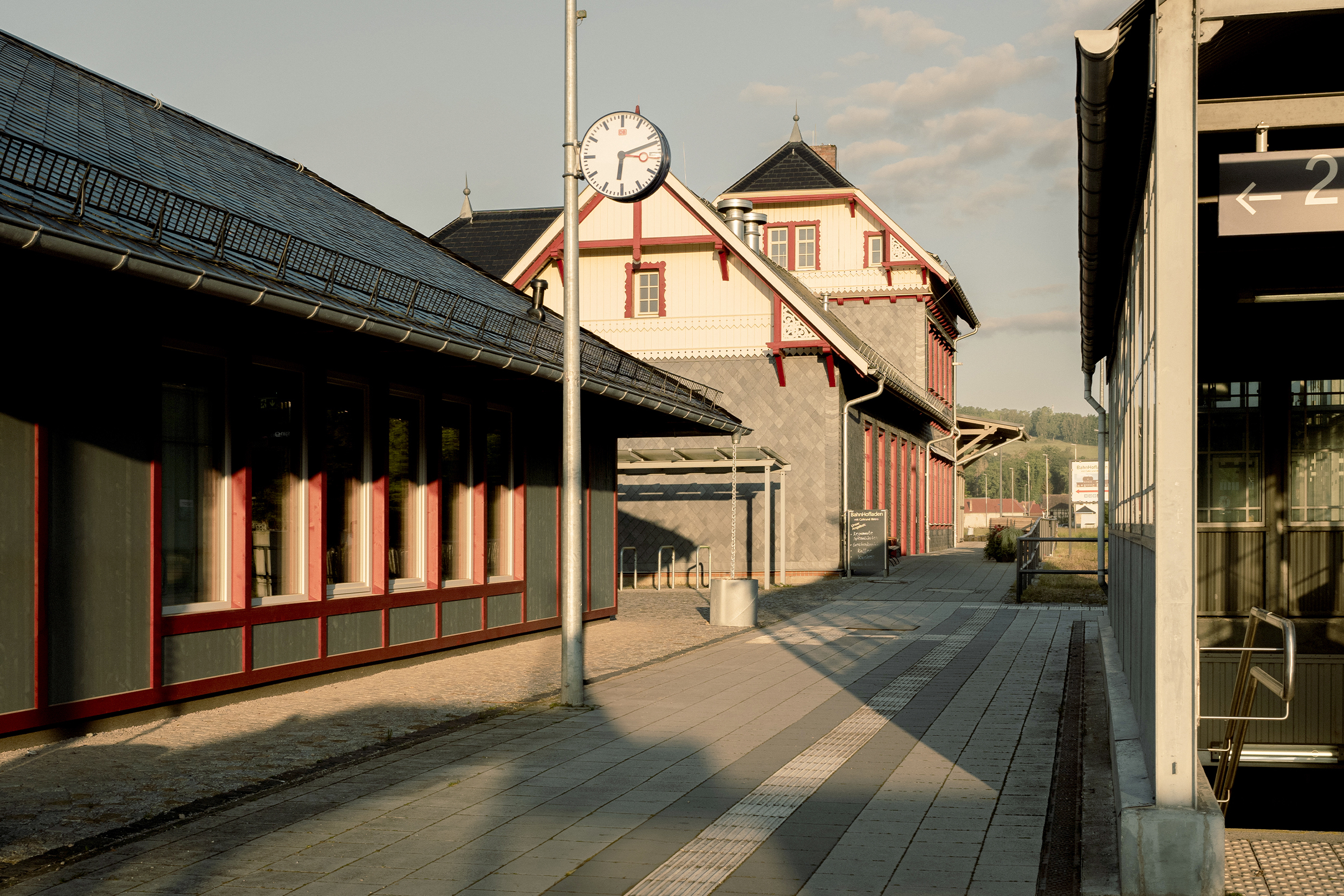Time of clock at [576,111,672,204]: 6:11
